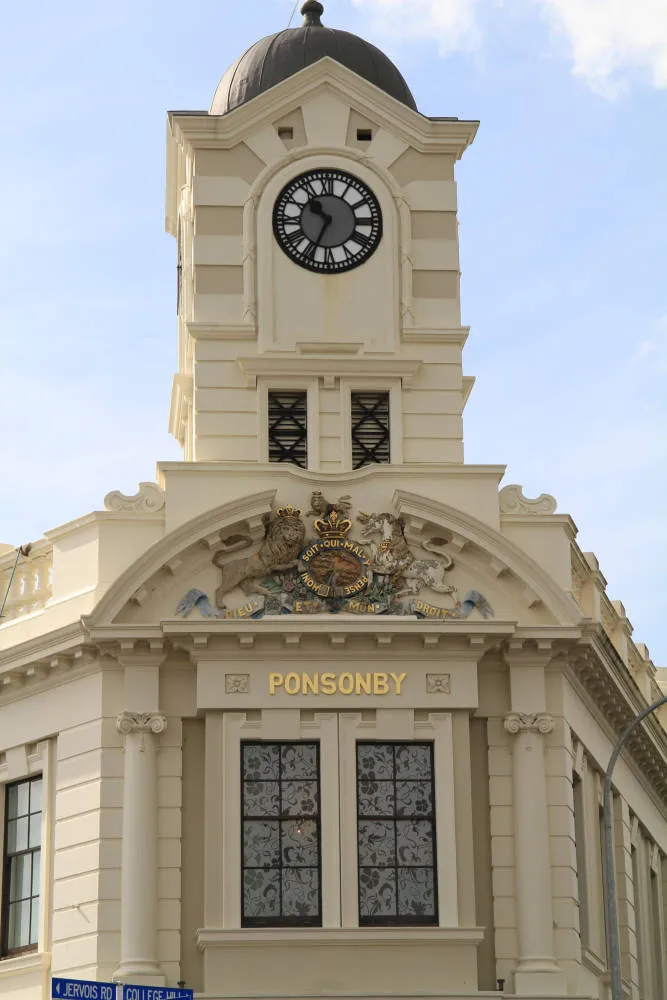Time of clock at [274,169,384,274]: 10:34
